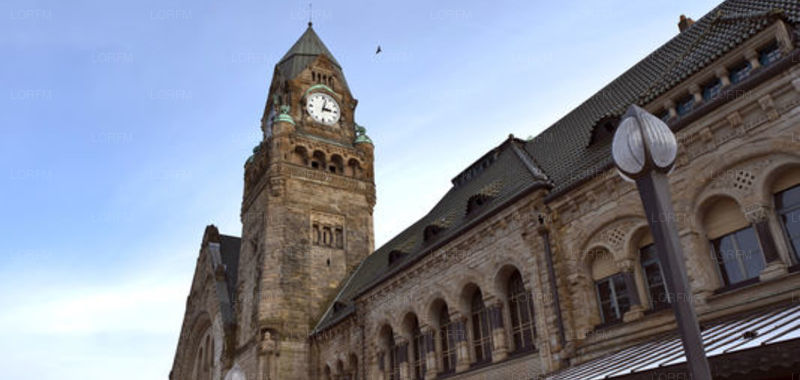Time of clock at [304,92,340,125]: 3:02
